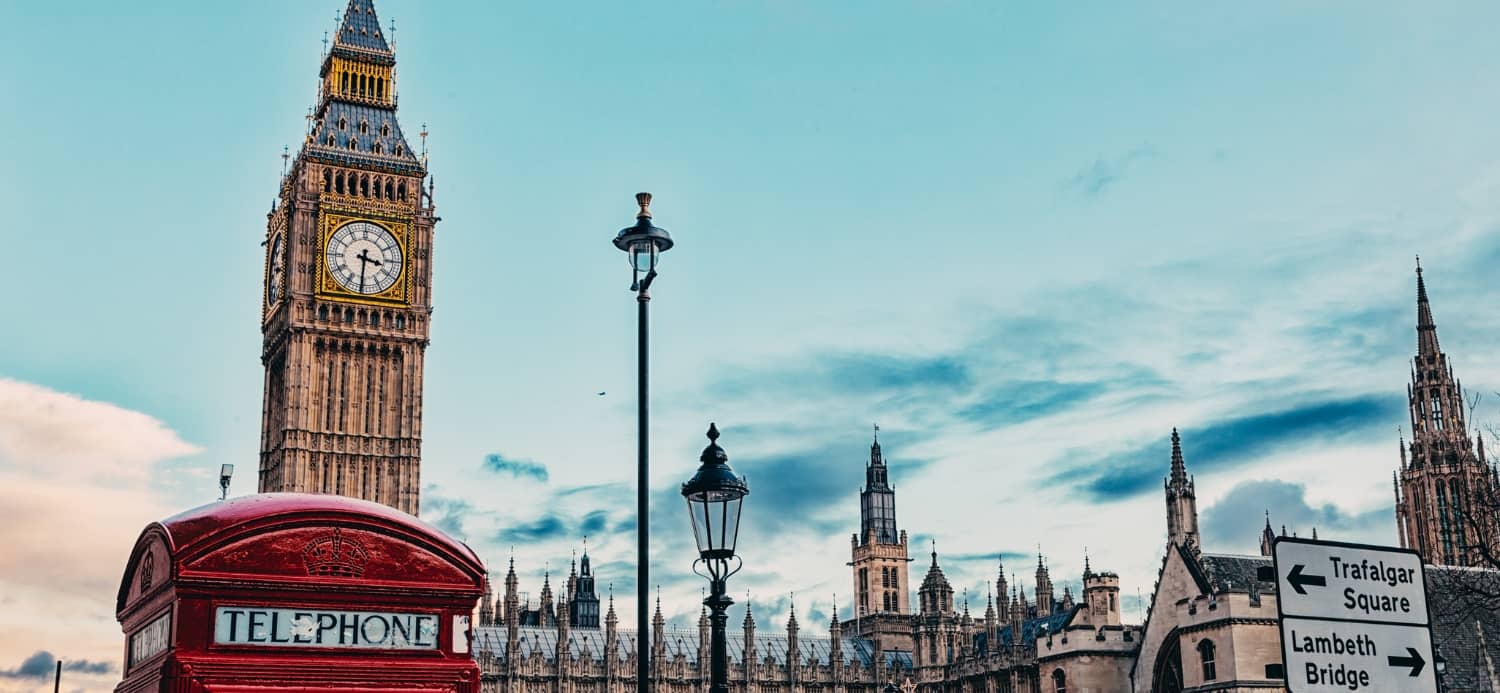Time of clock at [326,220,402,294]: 3:30
